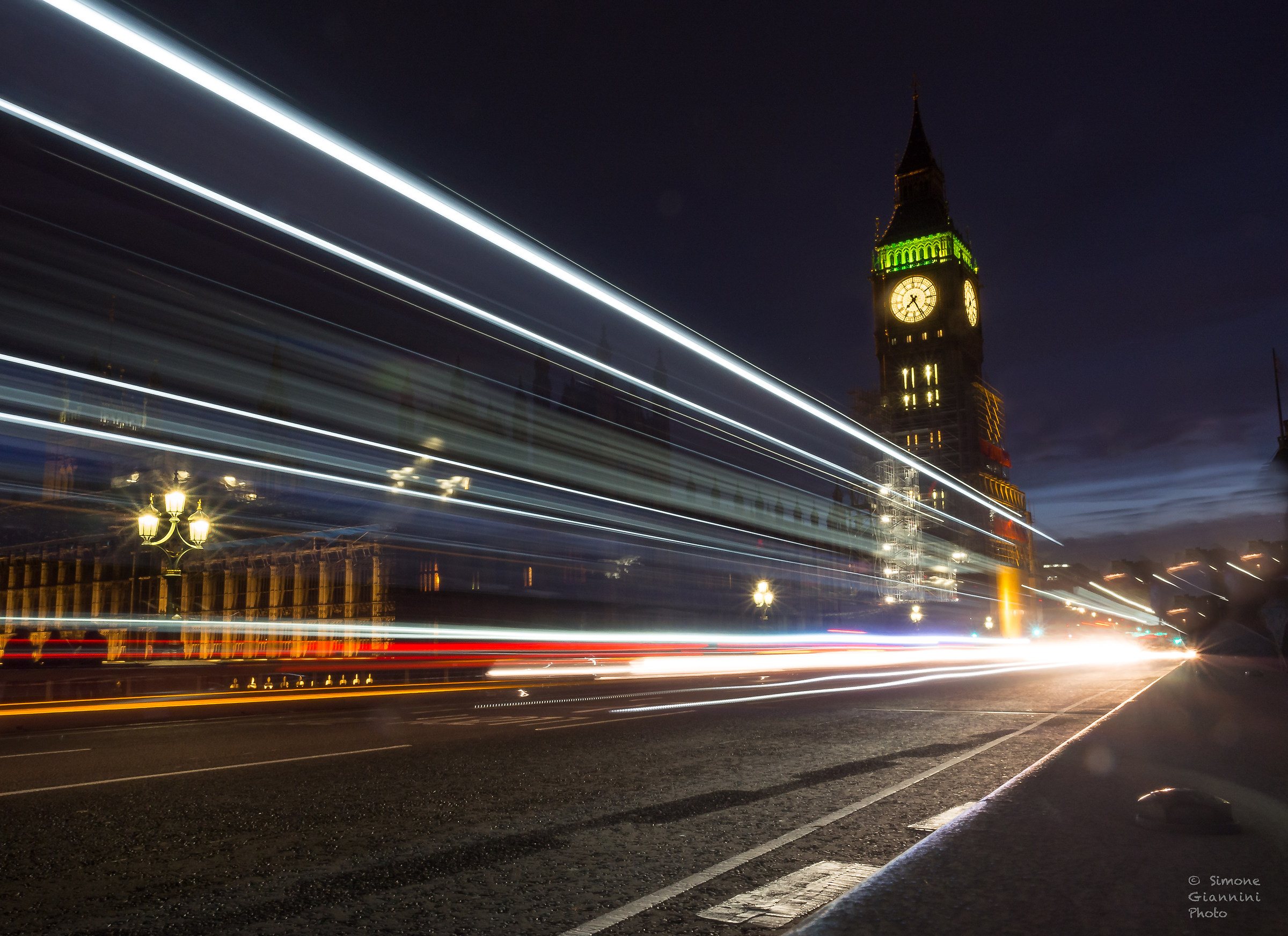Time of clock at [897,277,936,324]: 7:25
